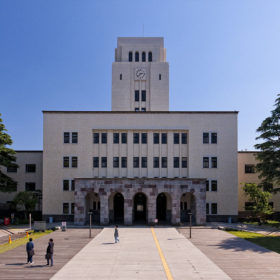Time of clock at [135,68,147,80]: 2:38
